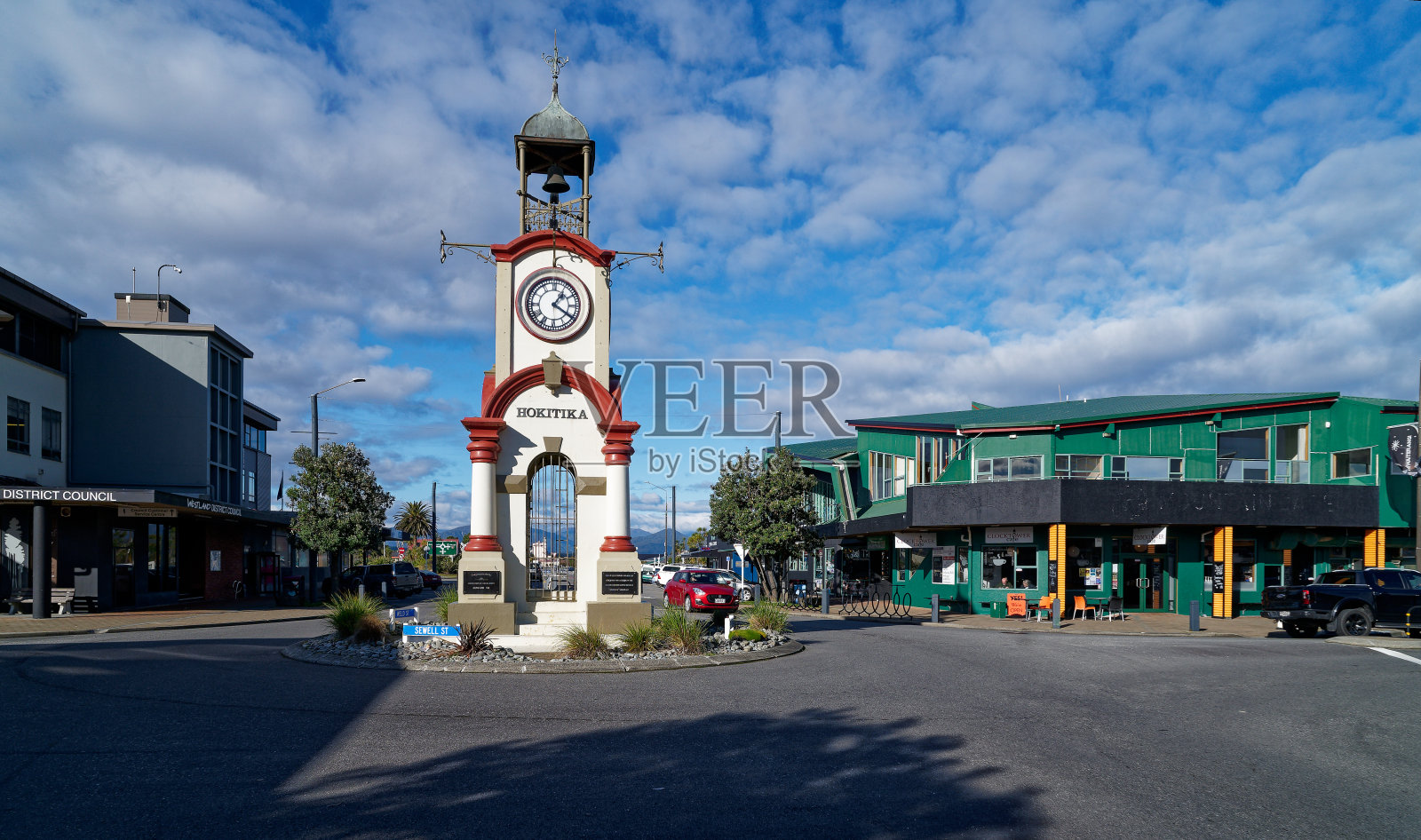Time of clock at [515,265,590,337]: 1:20
